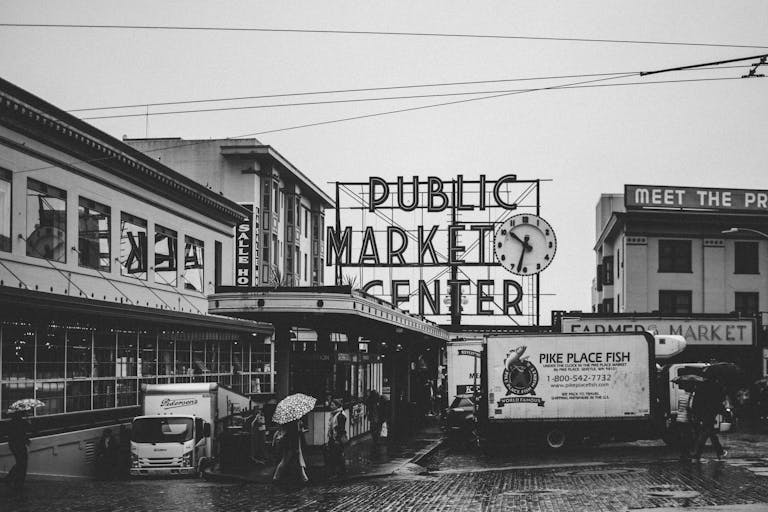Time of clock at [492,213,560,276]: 10:32
